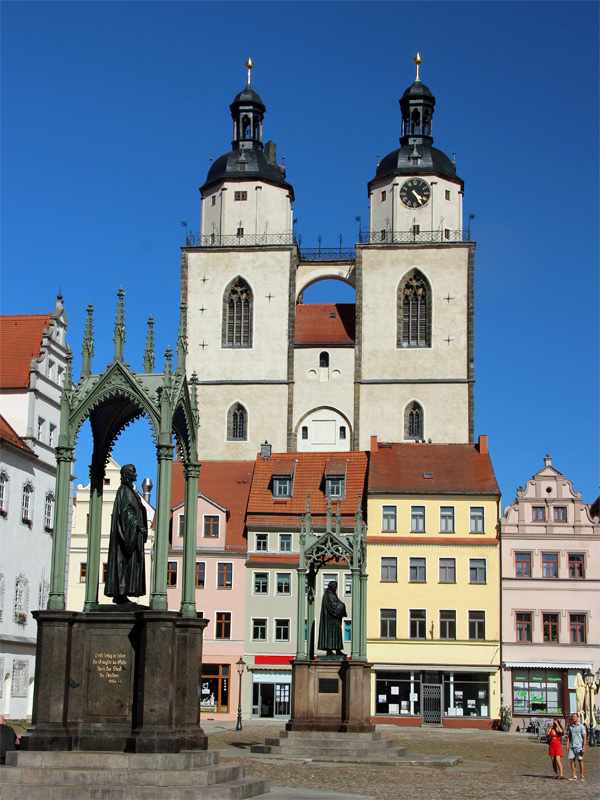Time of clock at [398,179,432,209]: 4:24
